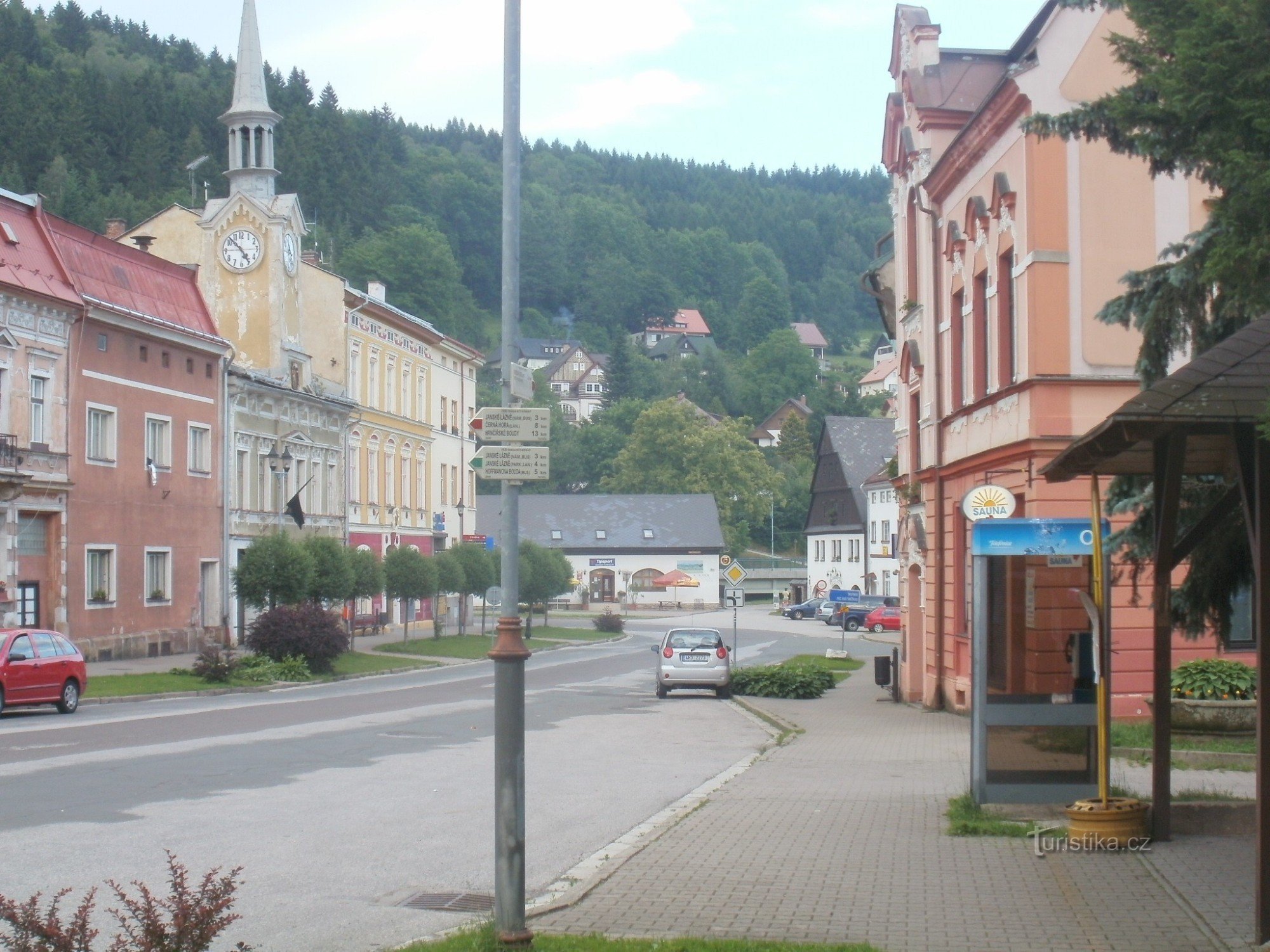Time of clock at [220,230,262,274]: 4:52
